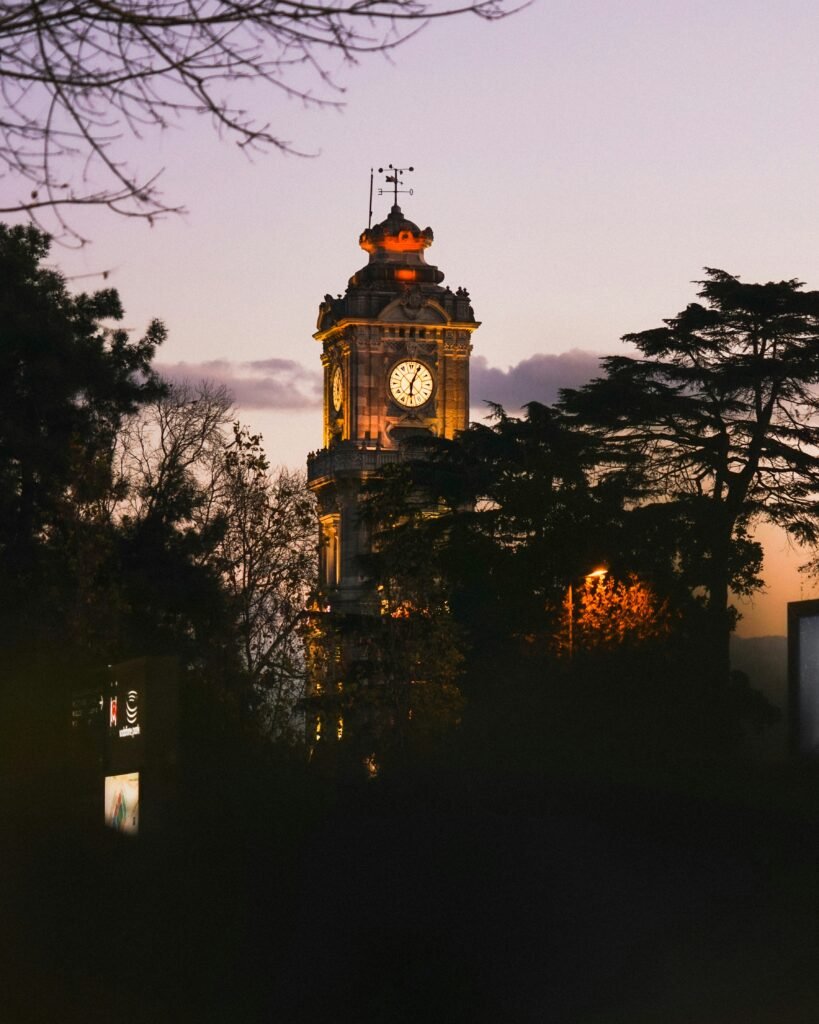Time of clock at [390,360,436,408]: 6:04
